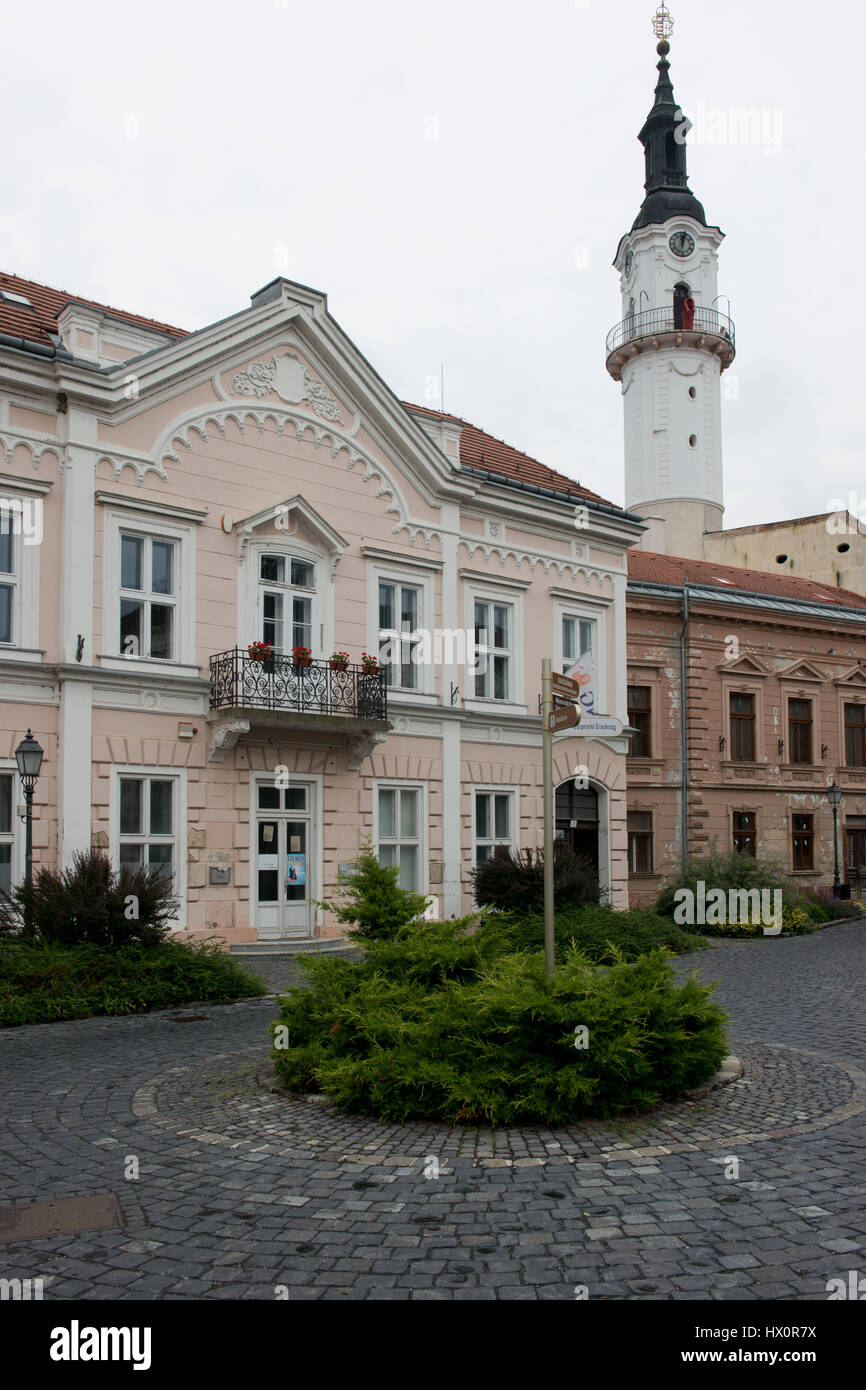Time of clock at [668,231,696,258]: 12:03
